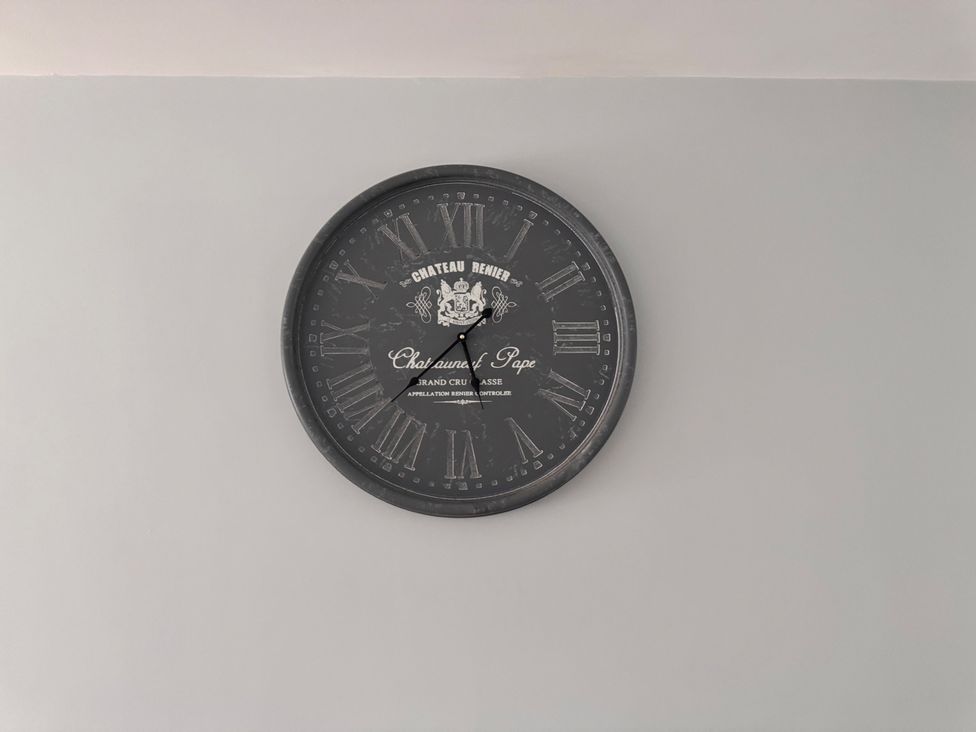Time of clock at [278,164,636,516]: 5:38
